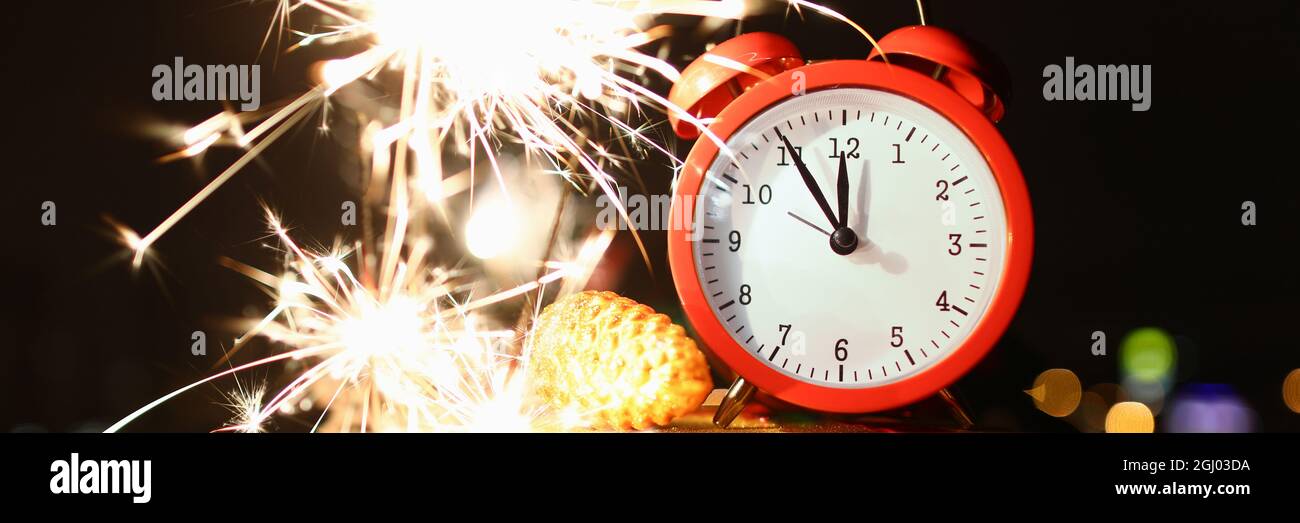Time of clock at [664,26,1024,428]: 11:54
